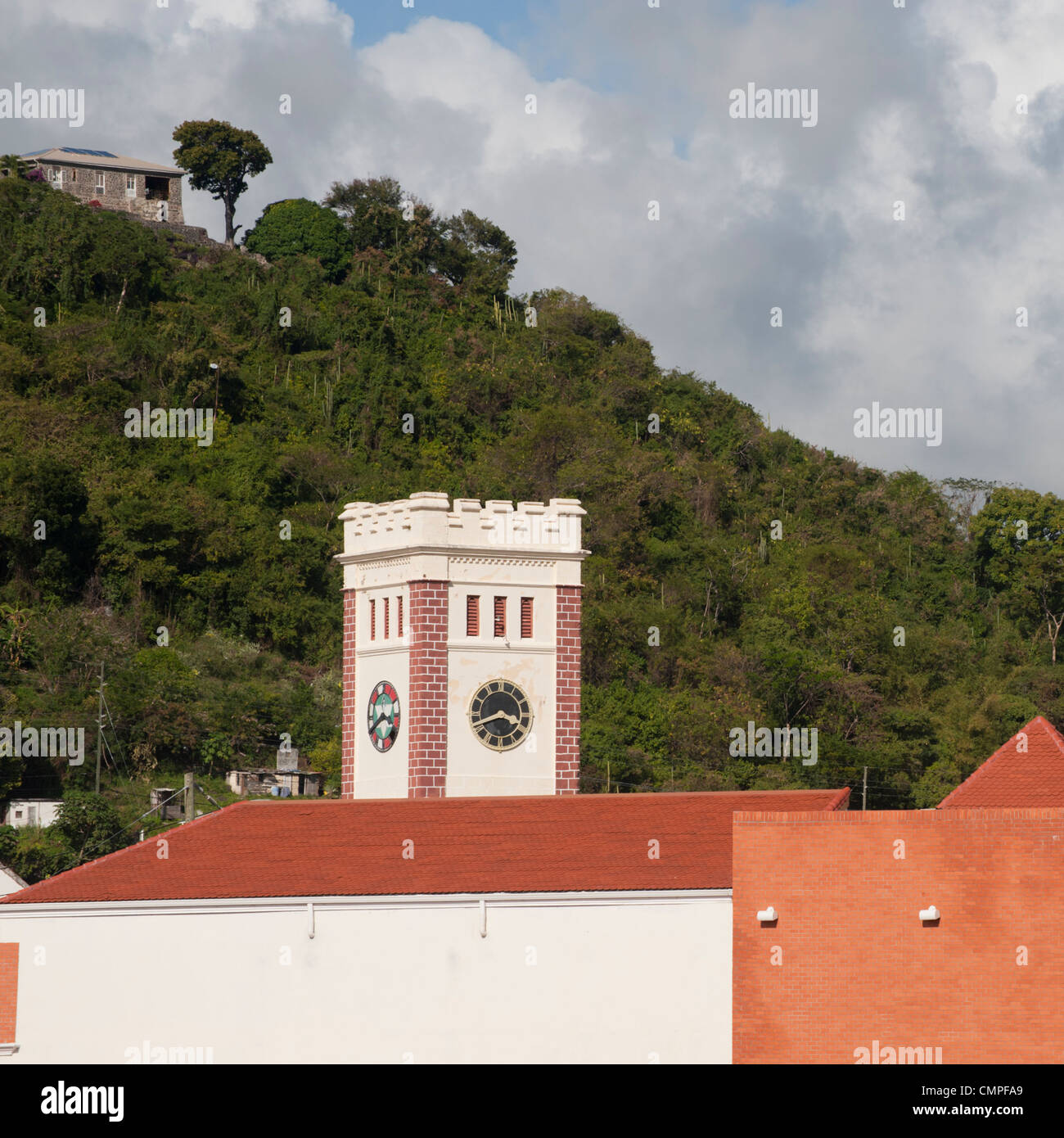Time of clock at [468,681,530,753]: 3:41
